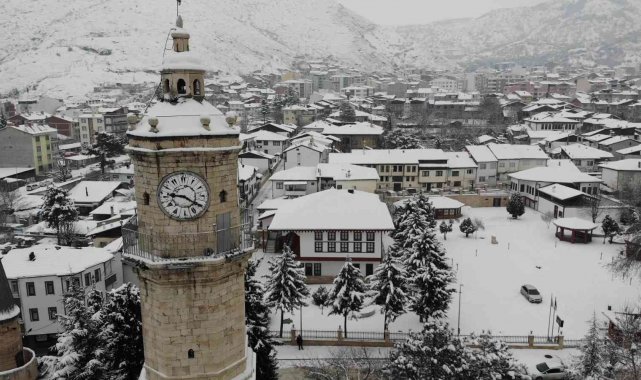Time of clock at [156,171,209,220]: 9:20
